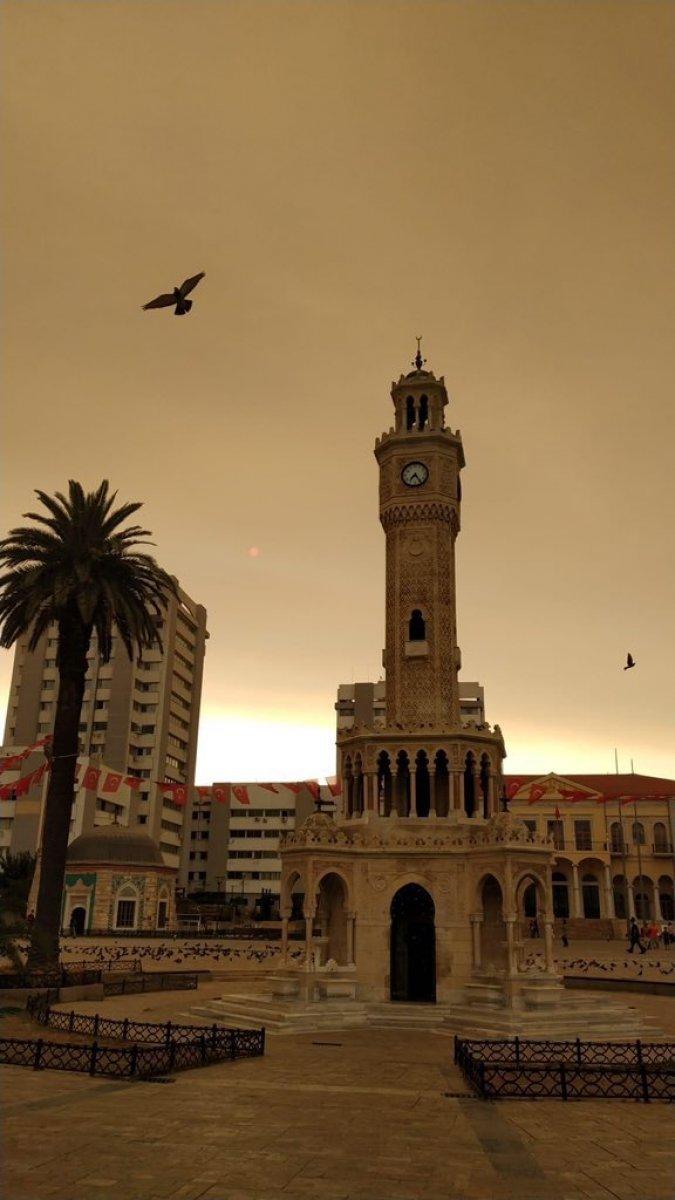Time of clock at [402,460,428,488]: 7:24
